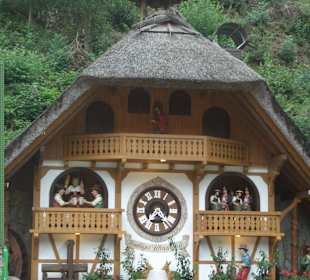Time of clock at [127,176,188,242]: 7:23
